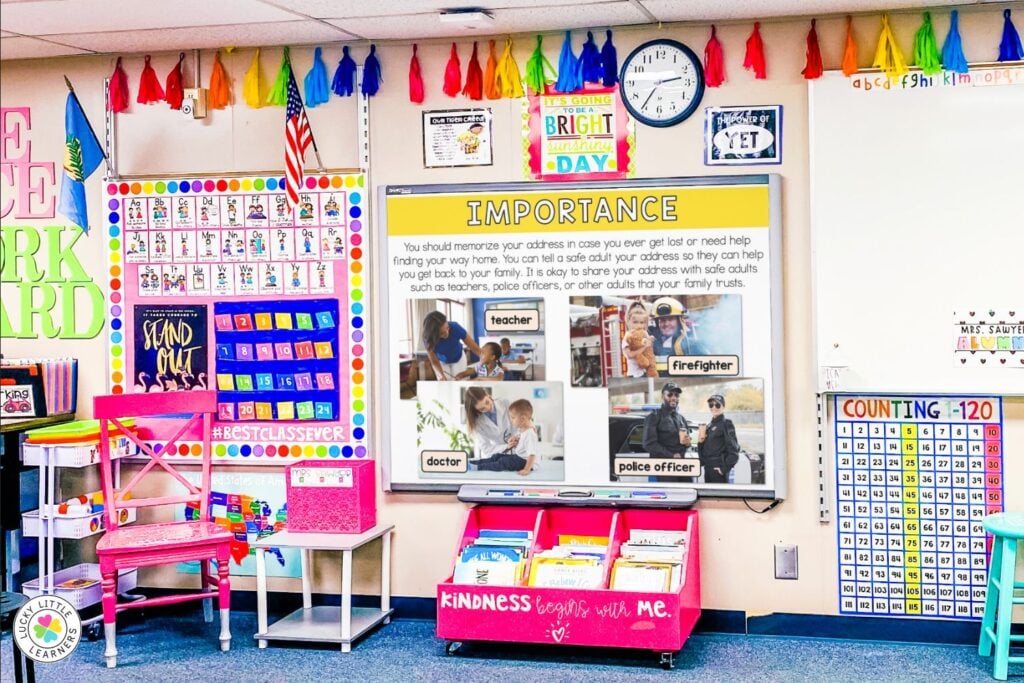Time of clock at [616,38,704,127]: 2:35
